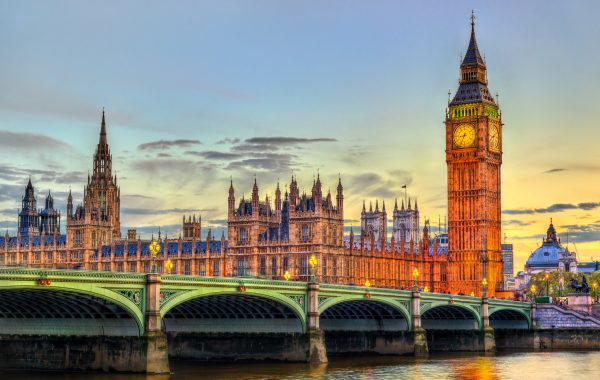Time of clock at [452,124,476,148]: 8:34
